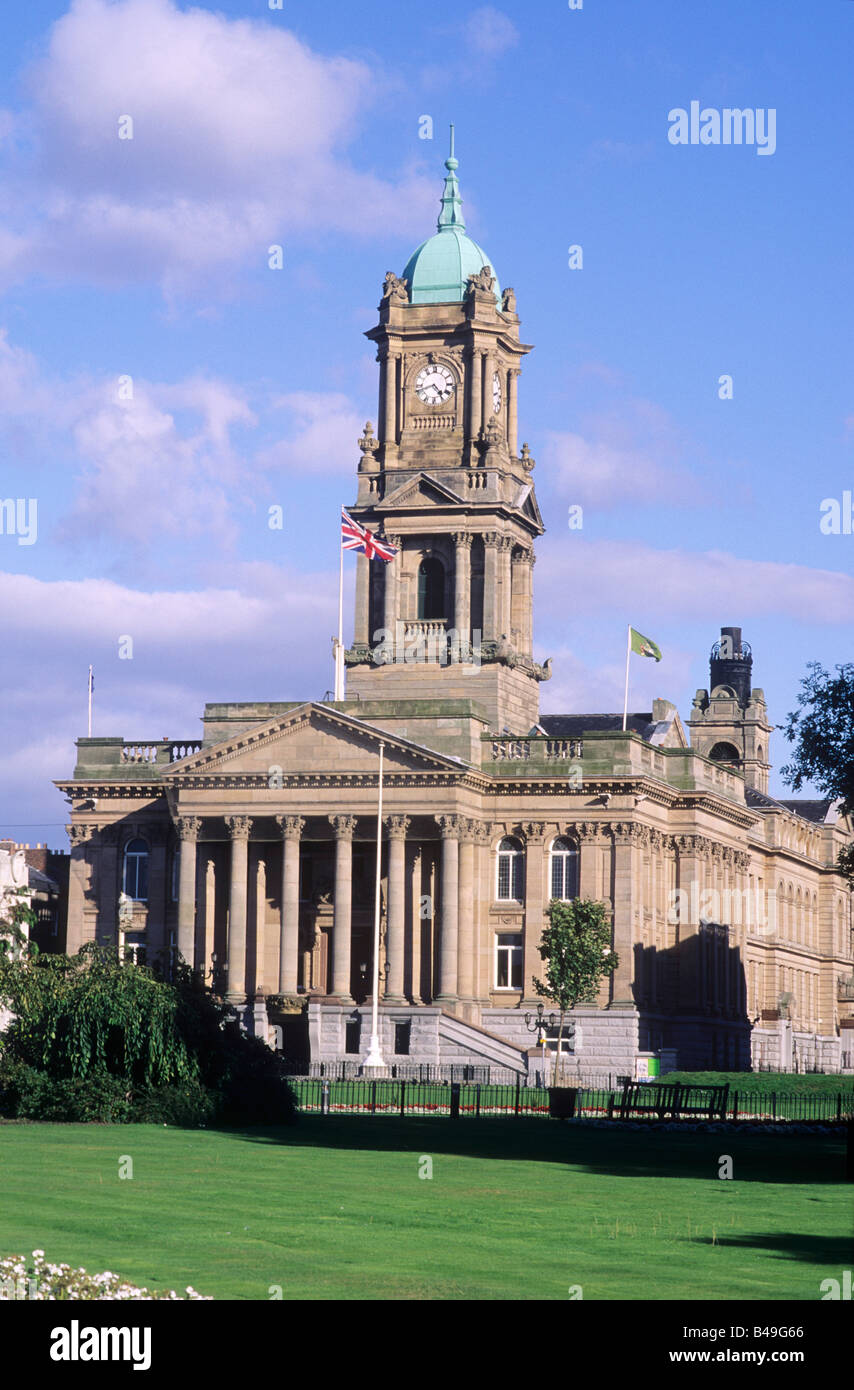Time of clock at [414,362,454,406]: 4:41
